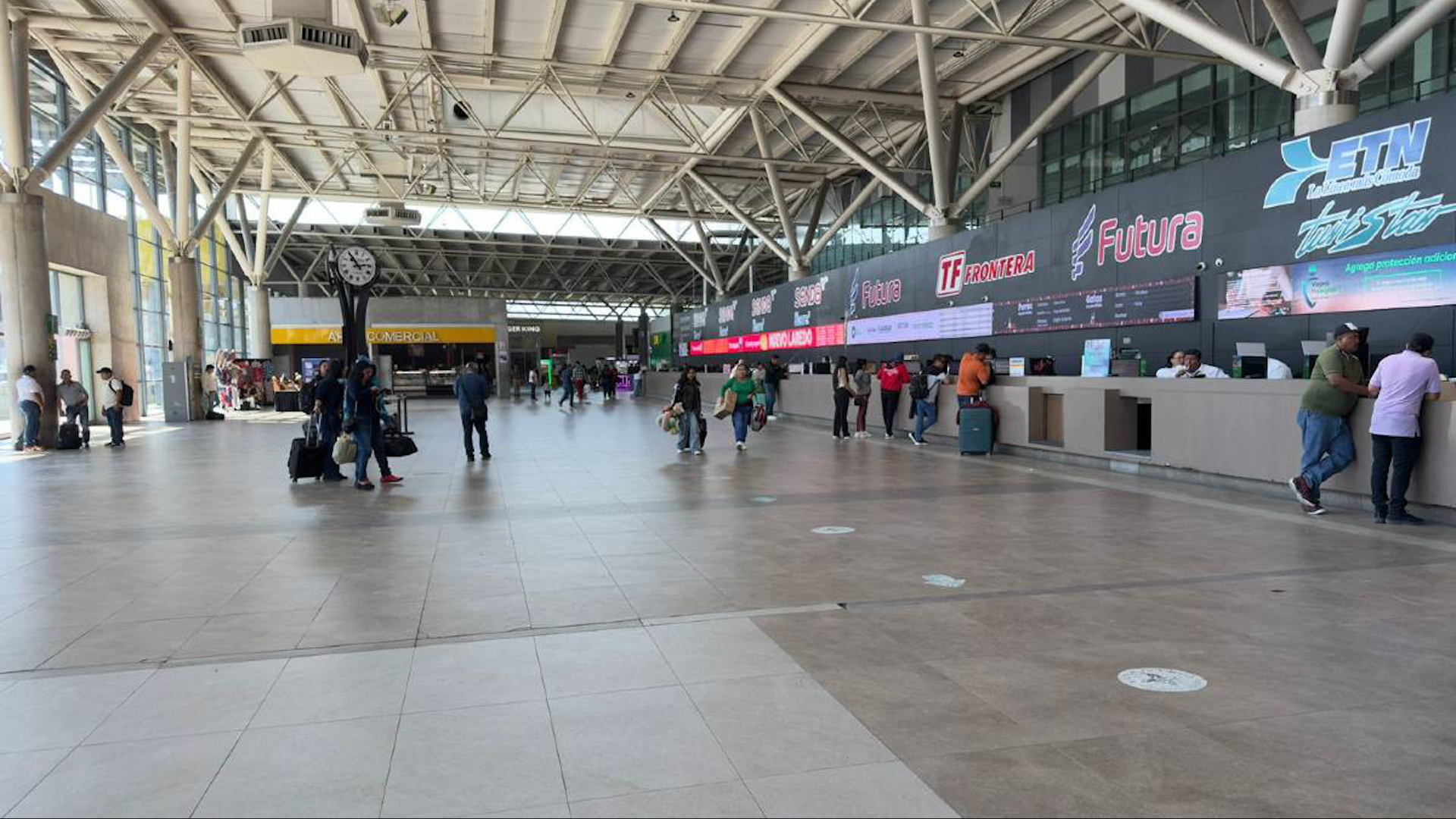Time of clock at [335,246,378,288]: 2:54
